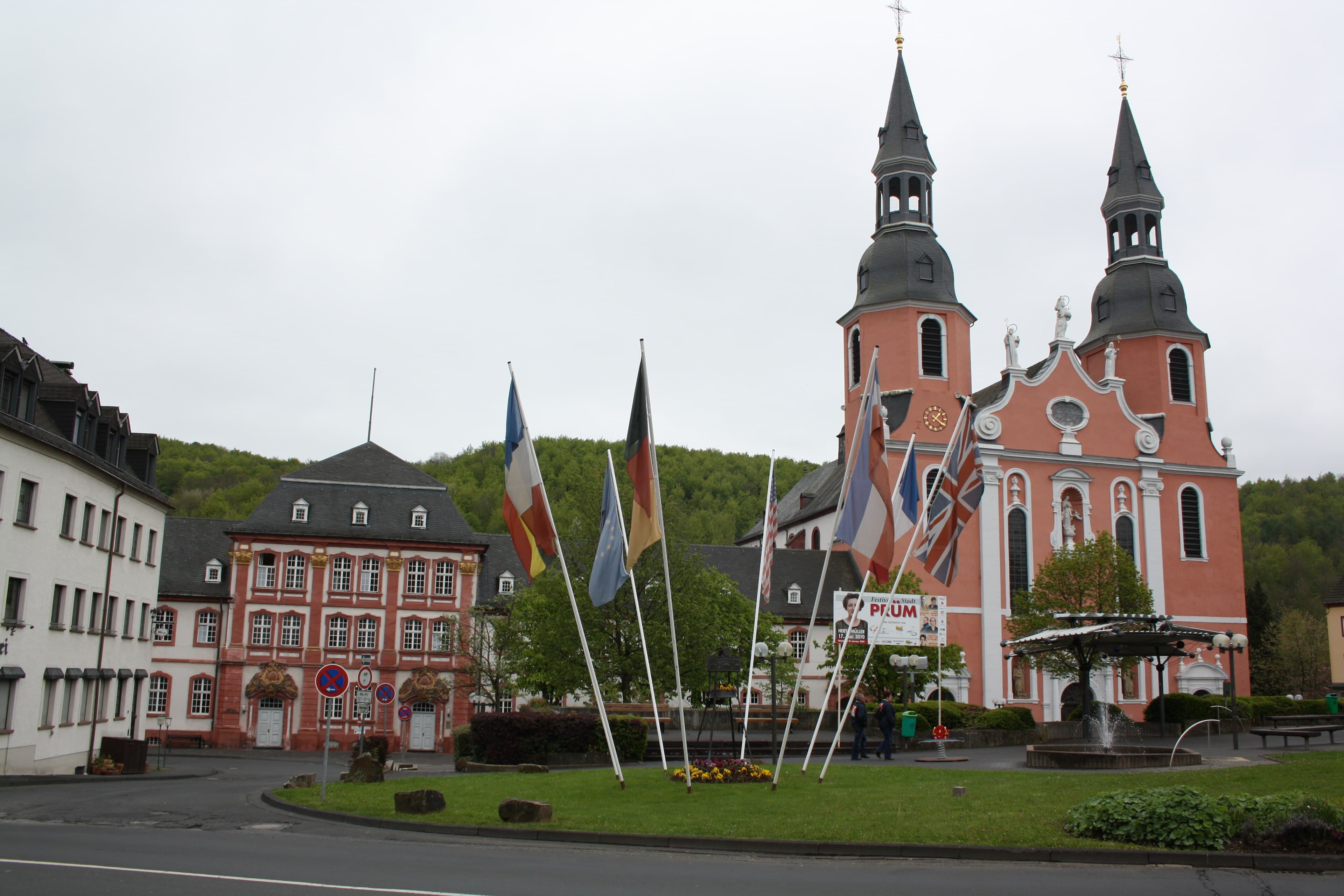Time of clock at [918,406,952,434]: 1:20
